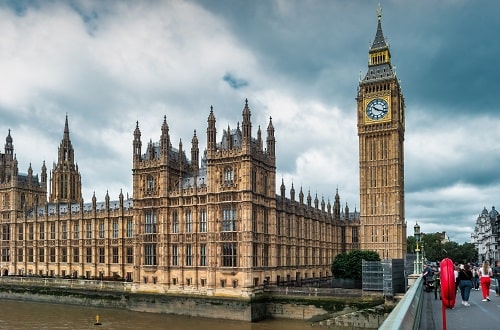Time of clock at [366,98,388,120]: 10:18
